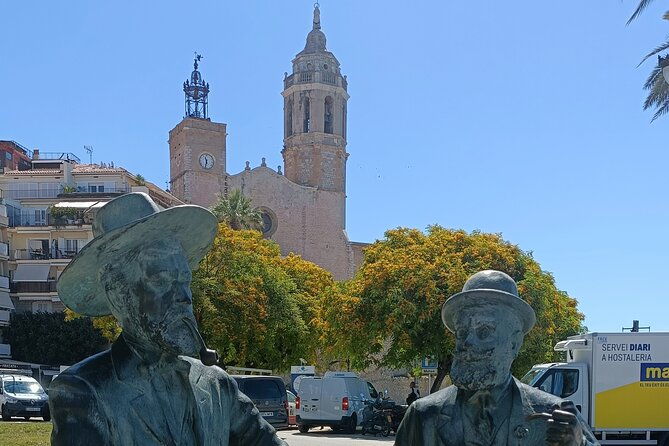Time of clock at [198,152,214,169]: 11:32
